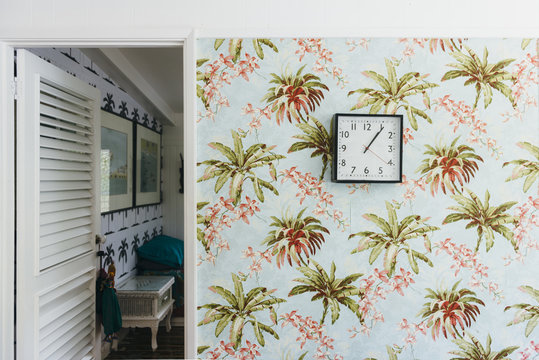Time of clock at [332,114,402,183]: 1:06
